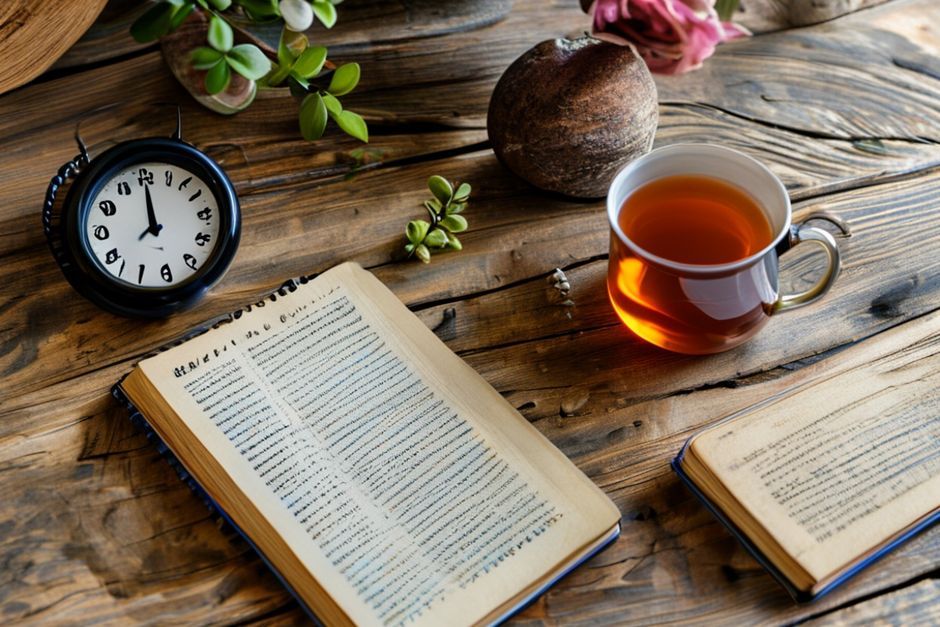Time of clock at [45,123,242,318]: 12:00
